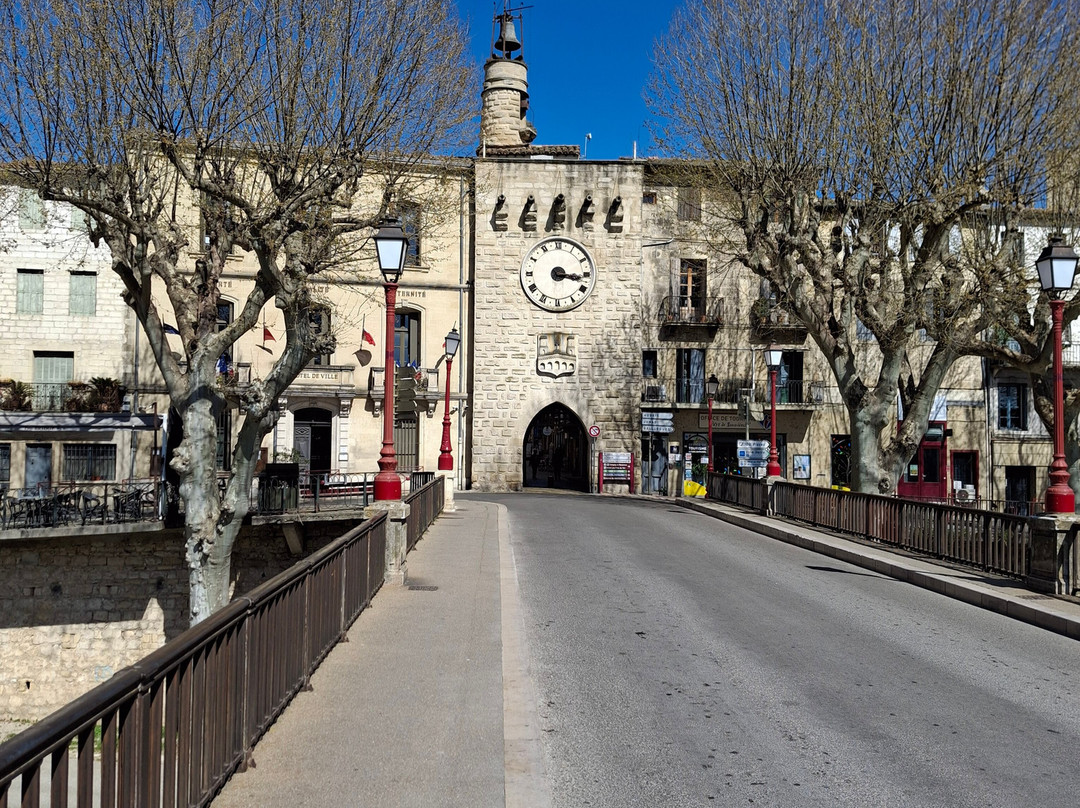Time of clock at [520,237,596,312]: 3:16
